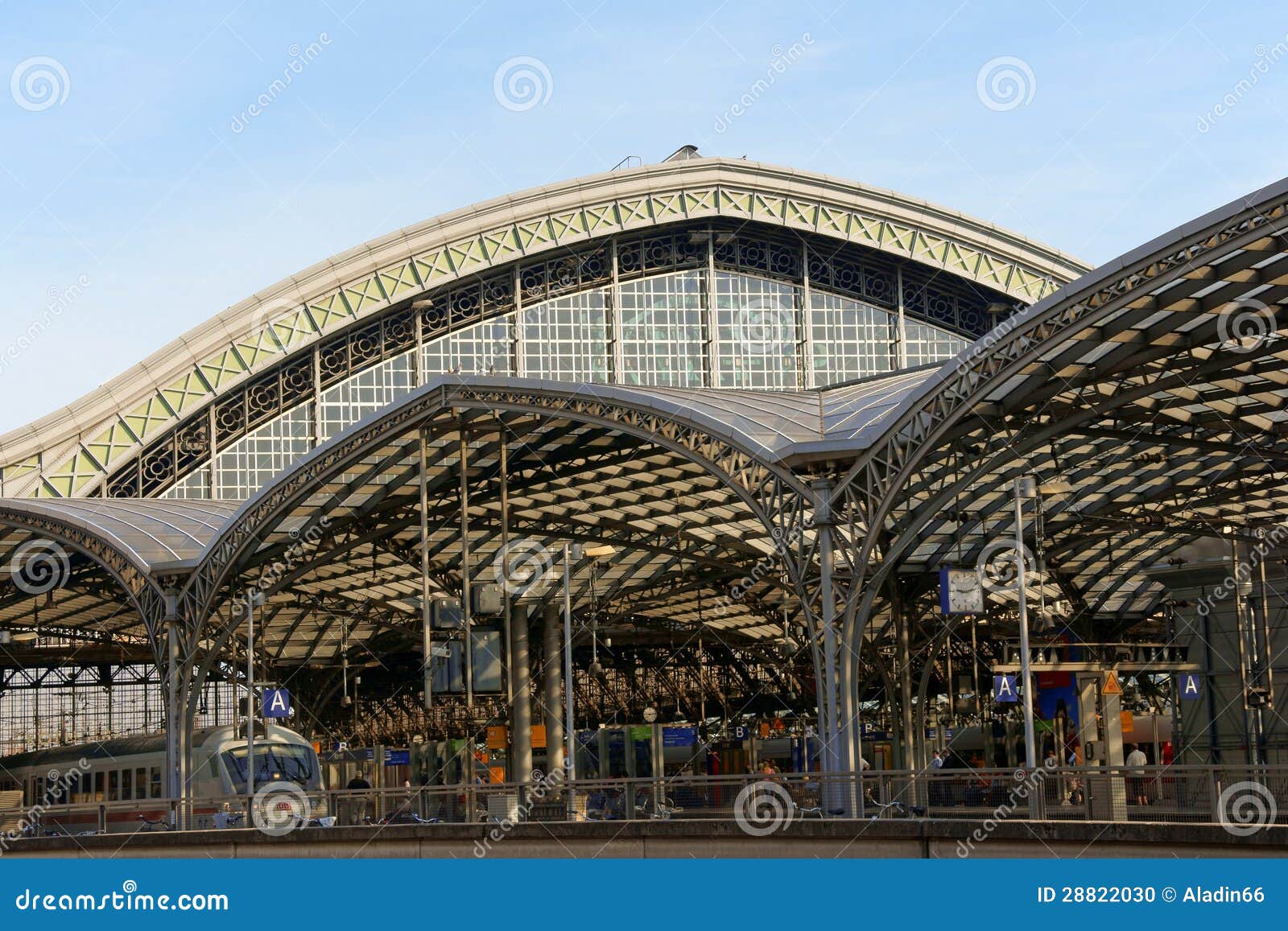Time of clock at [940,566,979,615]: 9:12
